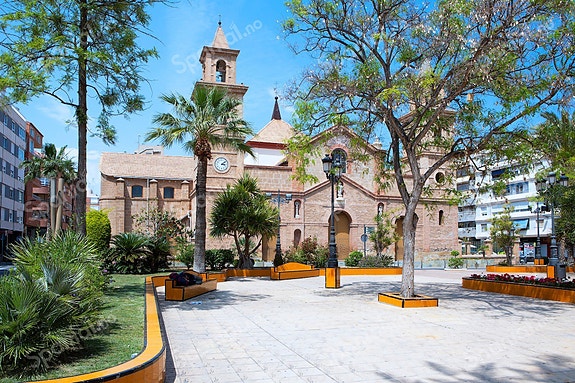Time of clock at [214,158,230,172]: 3:08
